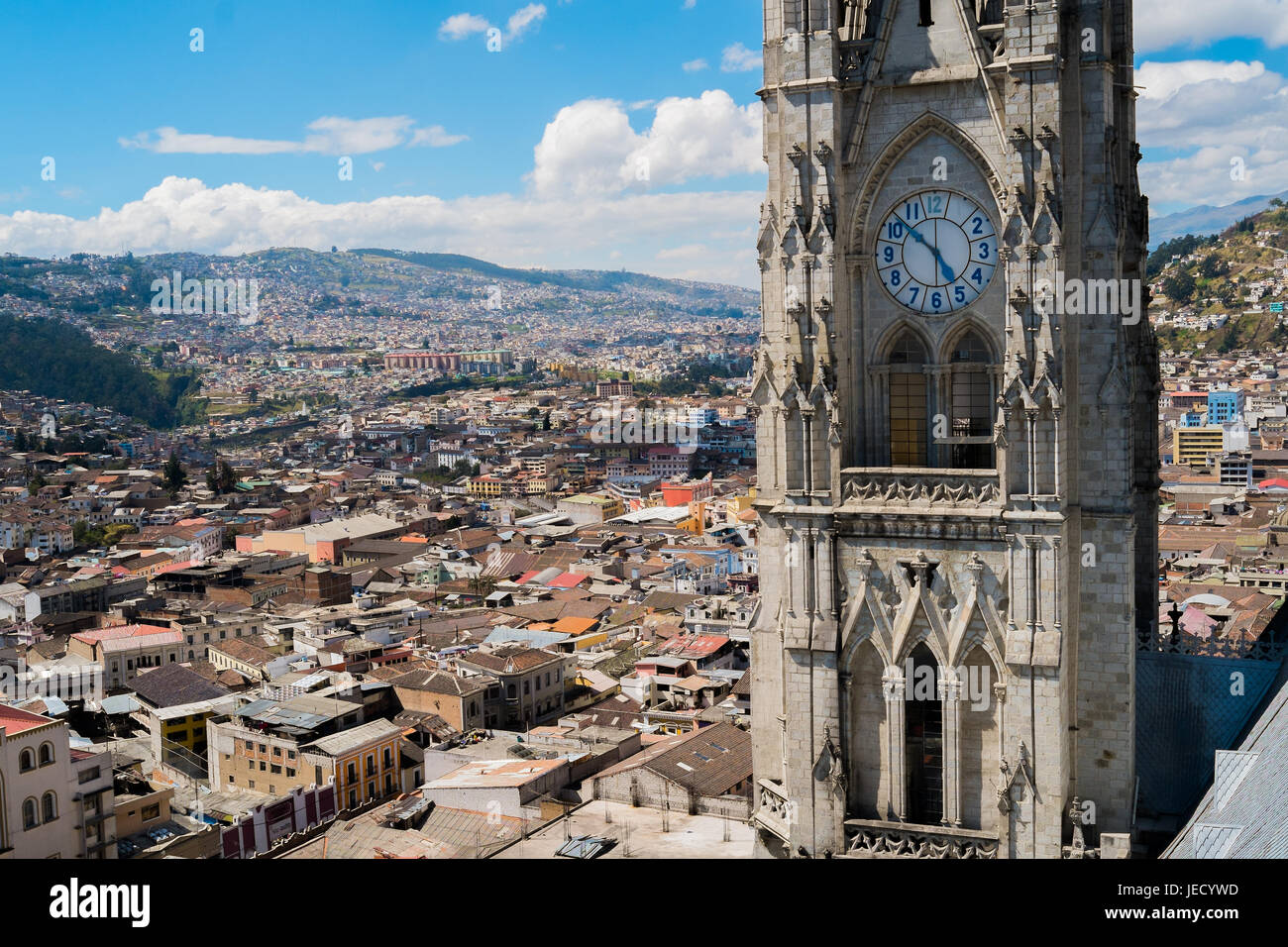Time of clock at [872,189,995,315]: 4:52
